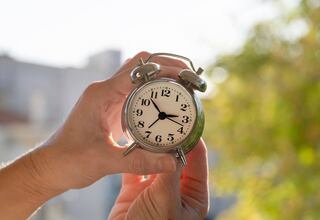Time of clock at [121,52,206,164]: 2:53
